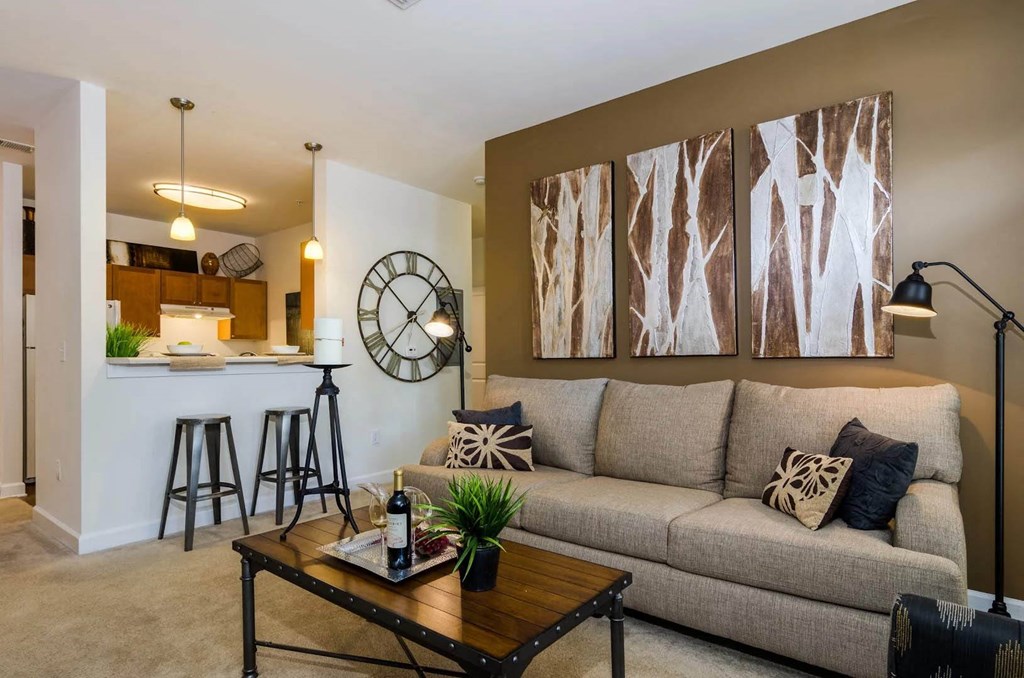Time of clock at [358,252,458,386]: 1:36
